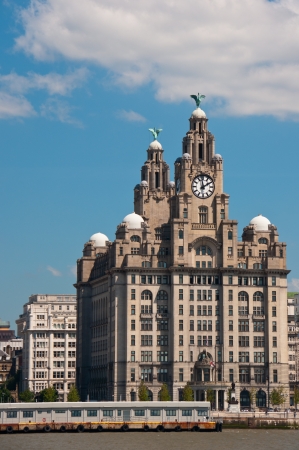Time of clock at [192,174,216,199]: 1:59
